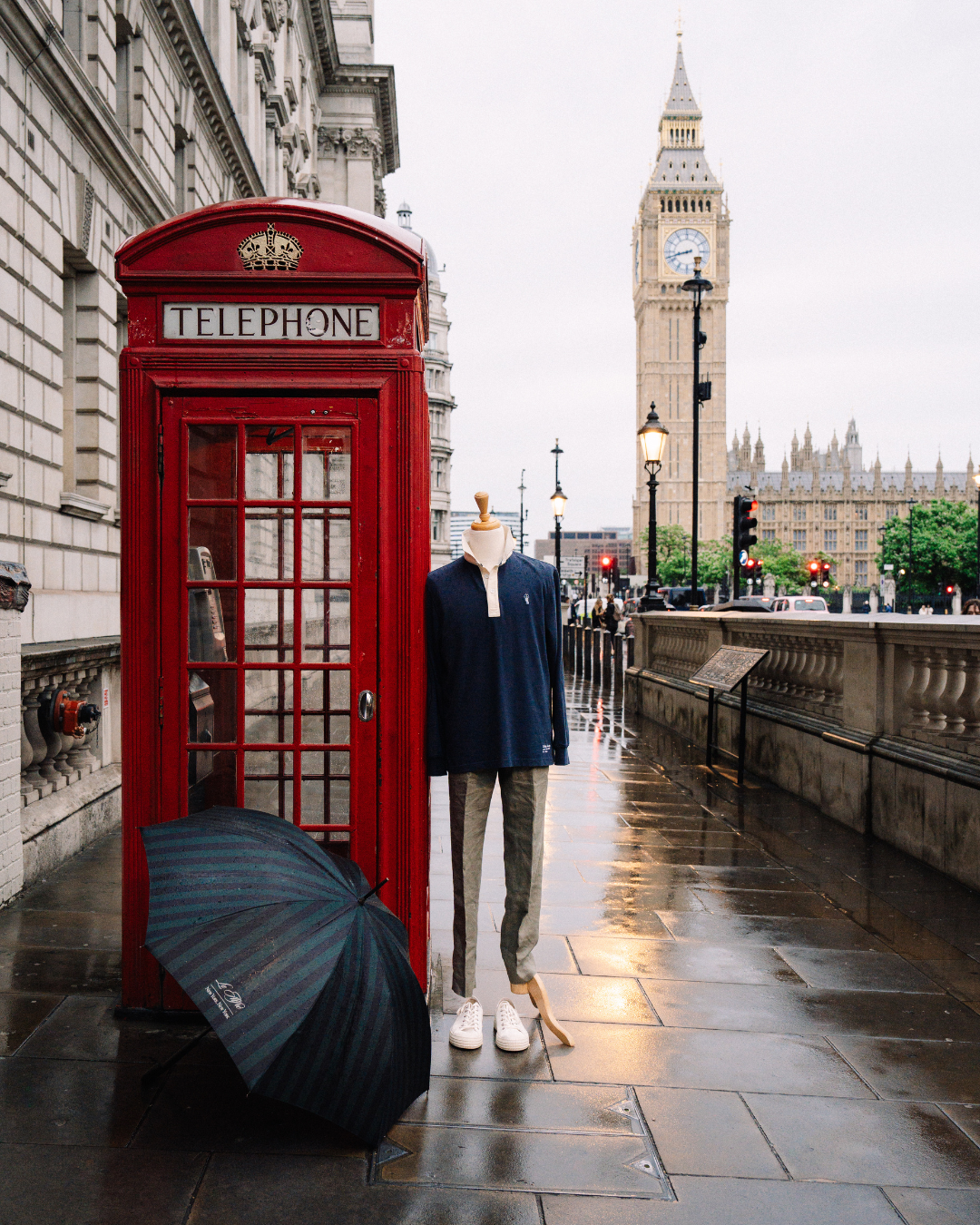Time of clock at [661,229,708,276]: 8:42
